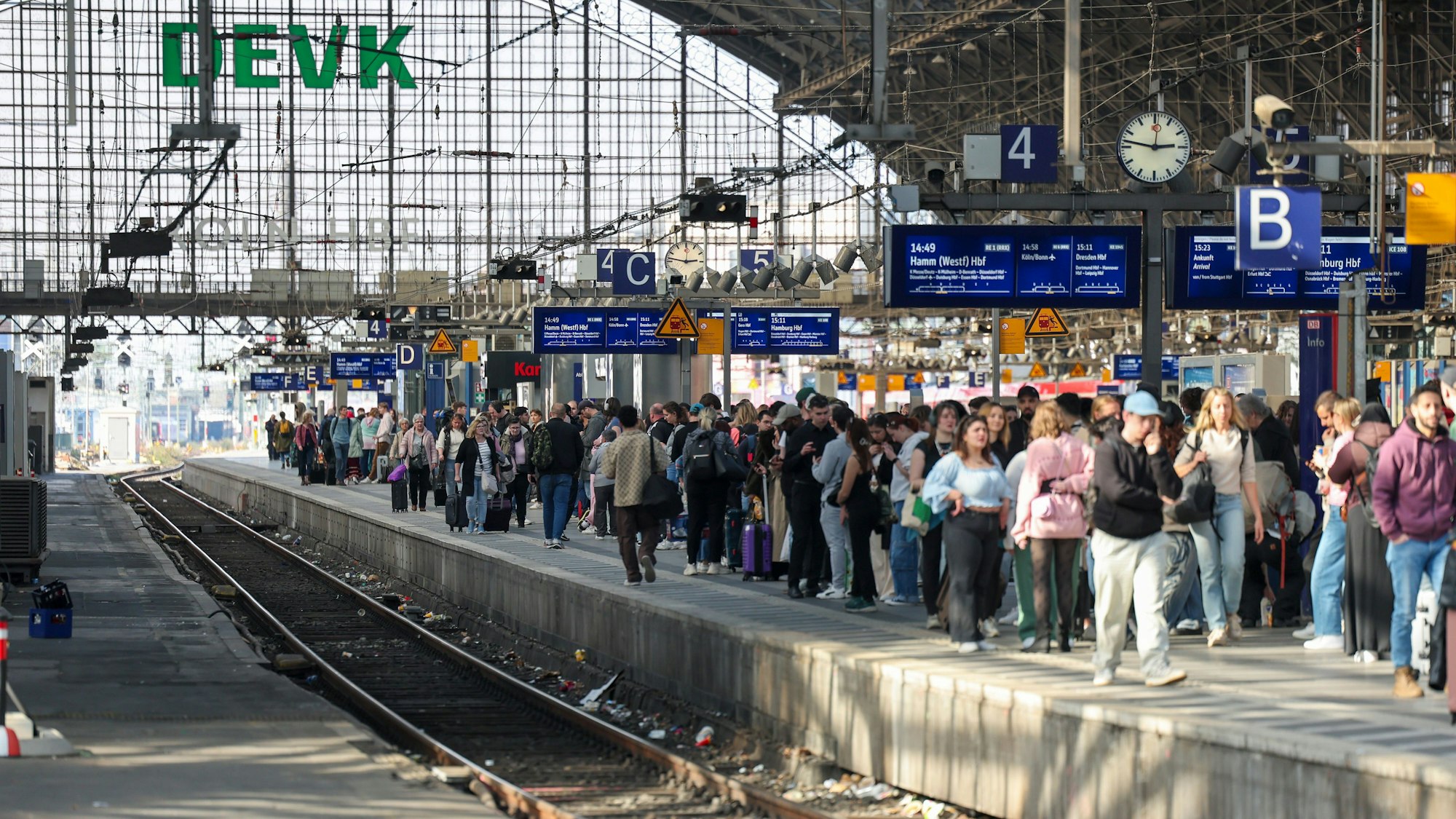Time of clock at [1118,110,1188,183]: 2:46
